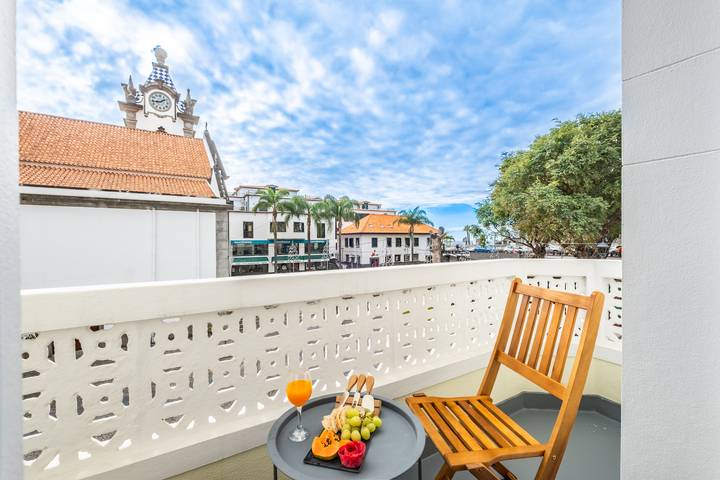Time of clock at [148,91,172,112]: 1:43
